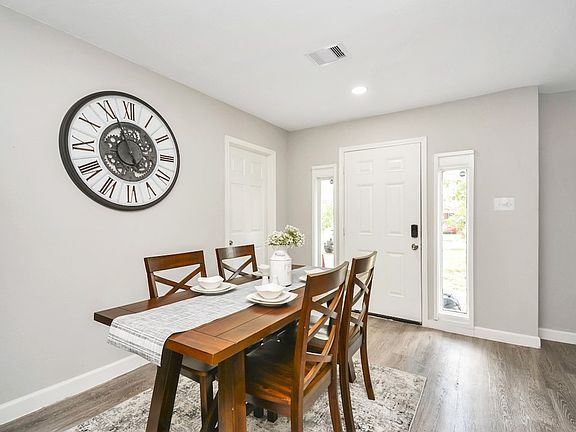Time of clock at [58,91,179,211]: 4:56
